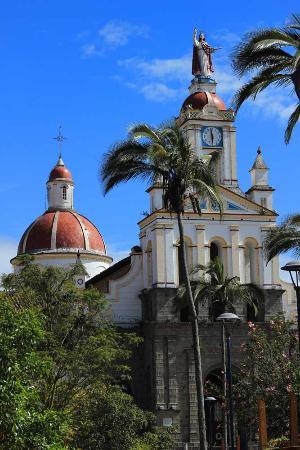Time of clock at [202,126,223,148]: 5:58
